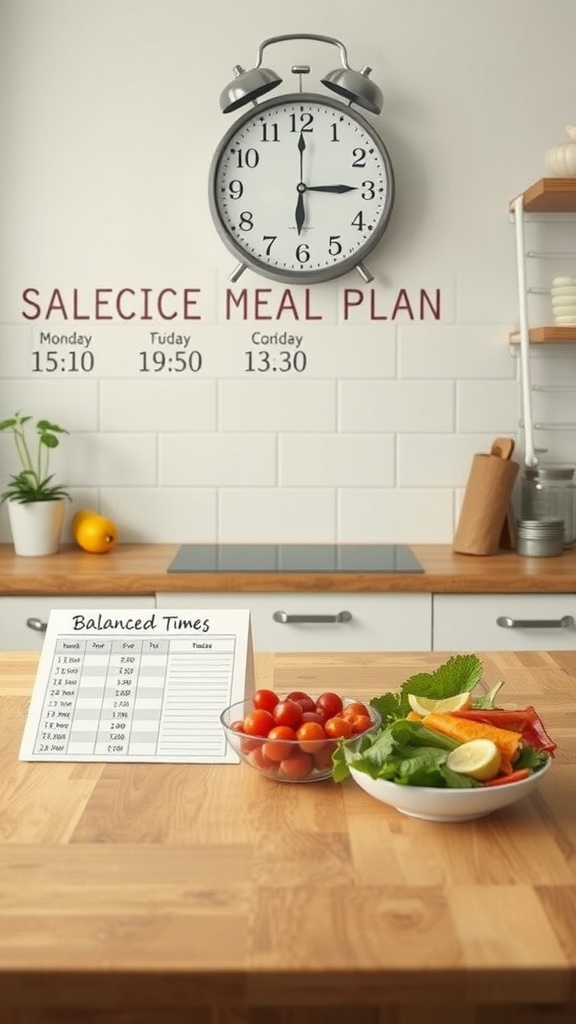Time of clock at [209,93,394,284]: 6:14
